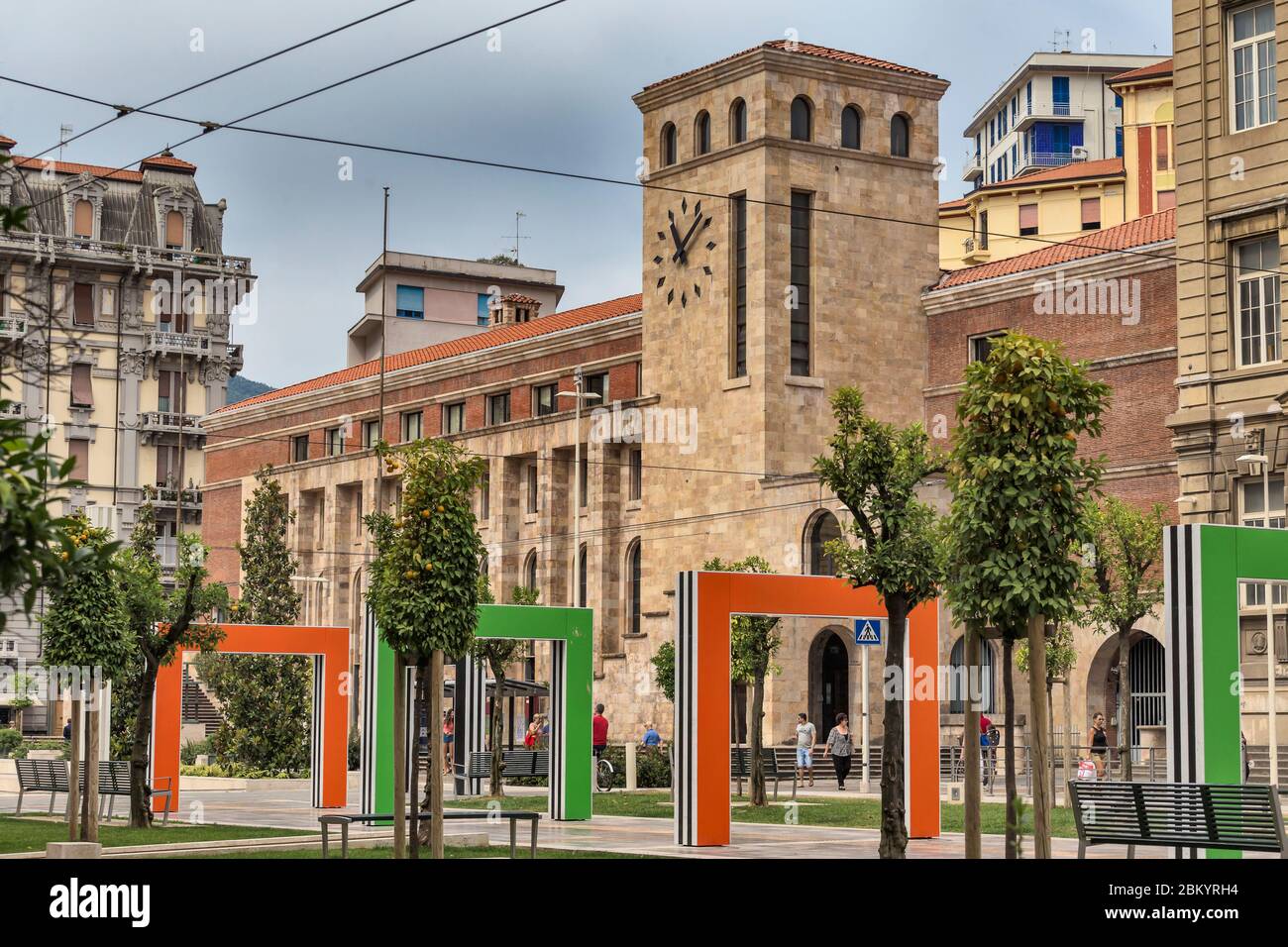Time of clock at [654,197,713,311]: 11:07
